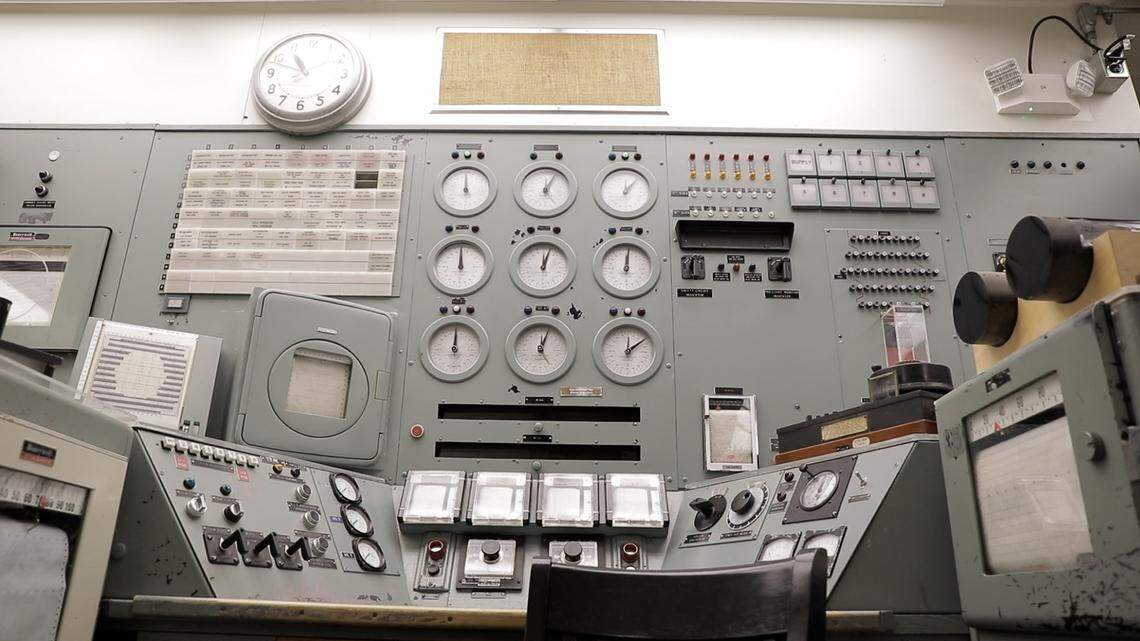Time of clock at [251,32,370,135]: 10:48
